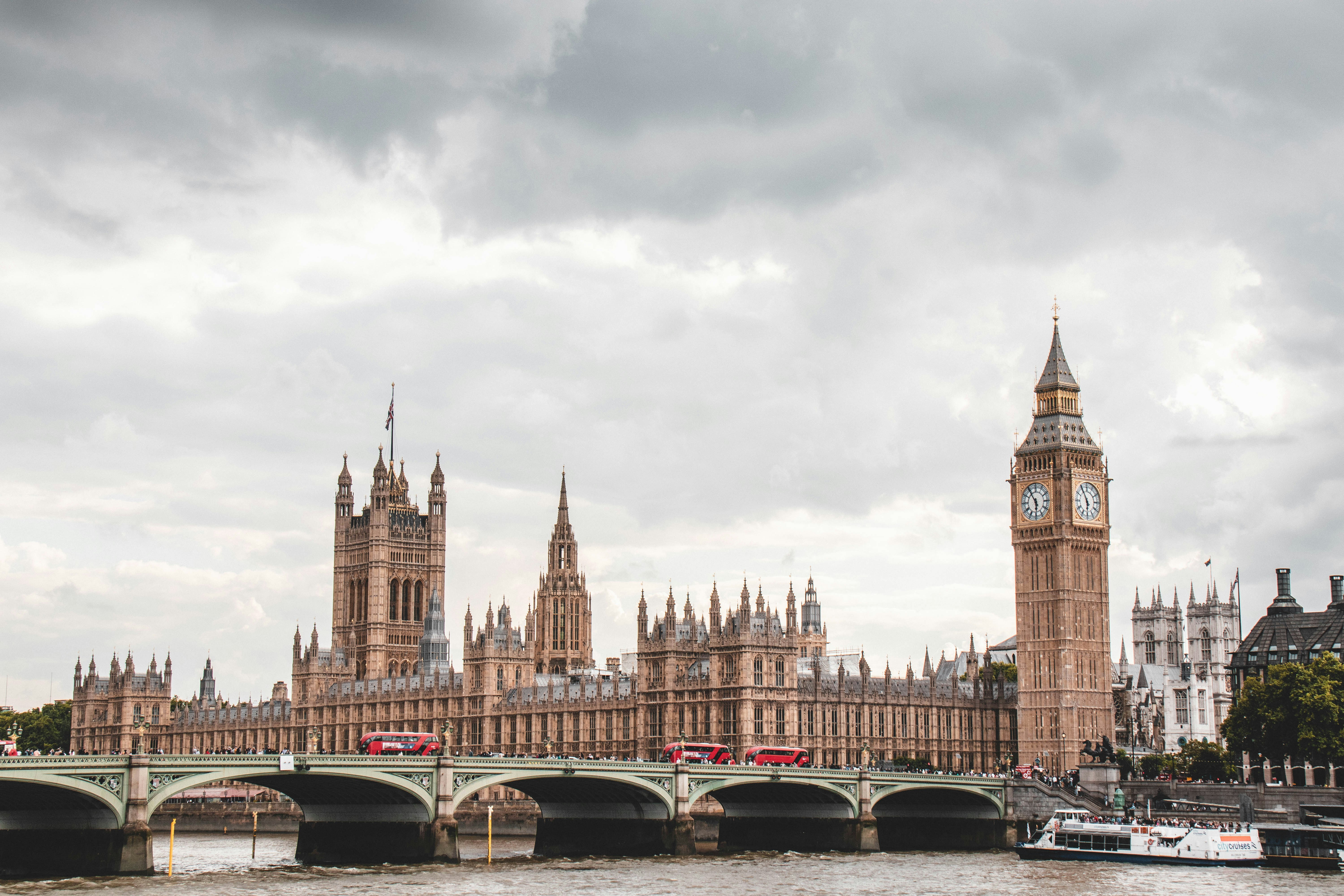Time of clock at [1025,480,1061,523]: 5:54
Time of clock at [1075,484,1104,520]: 5:54
